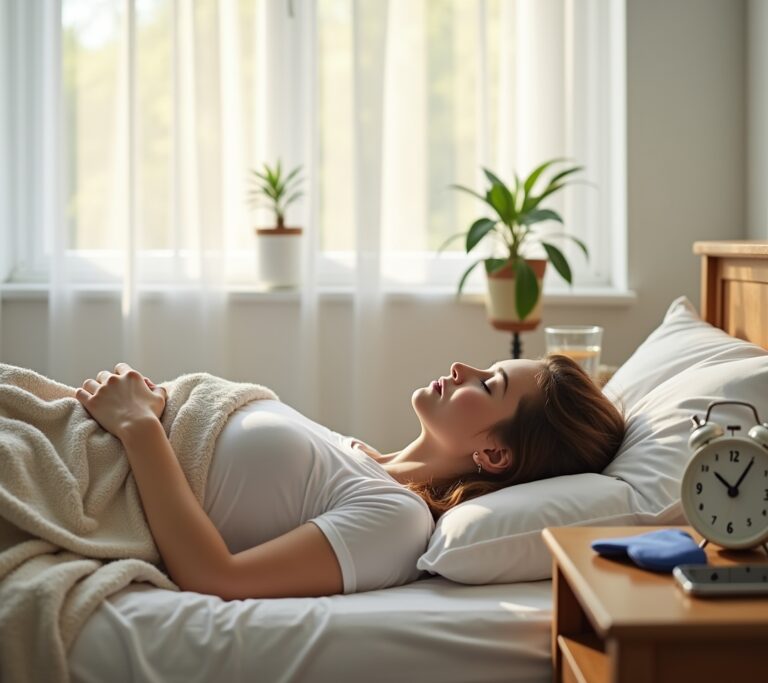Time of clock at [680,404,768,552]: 10:05
